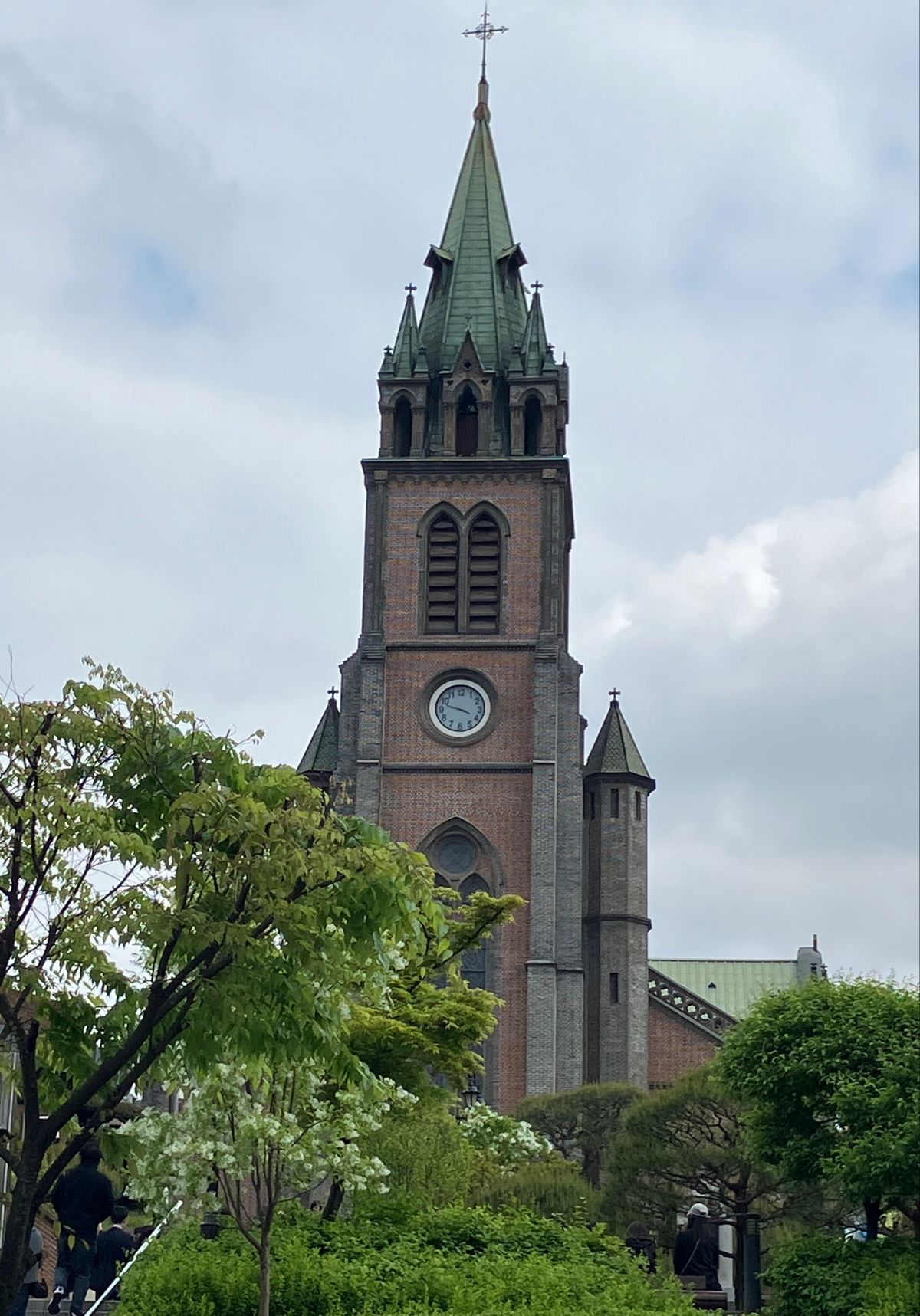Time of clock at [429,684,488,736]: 3:48
